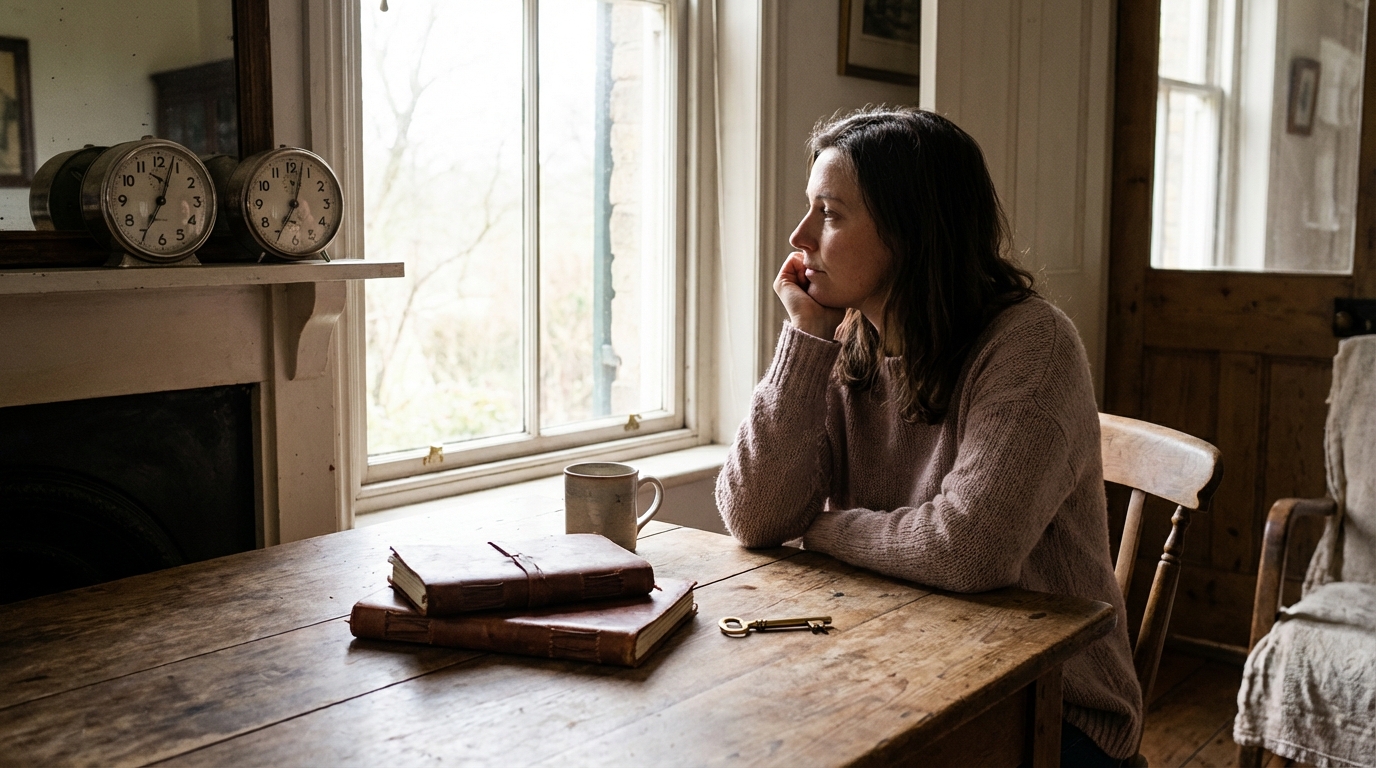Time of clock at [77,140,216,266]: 7:03
